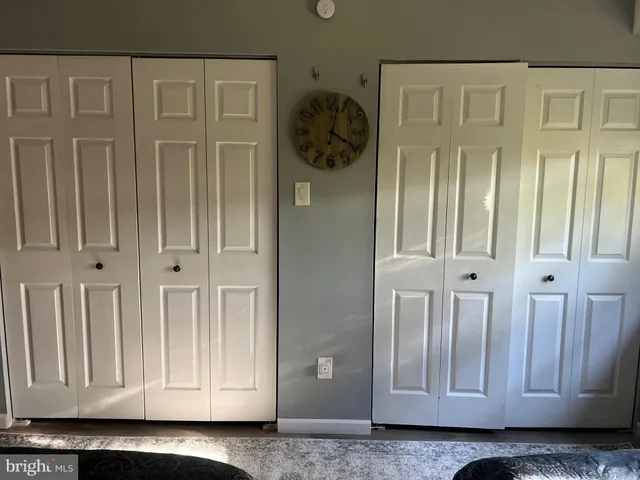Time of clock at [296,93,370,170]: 4:02
